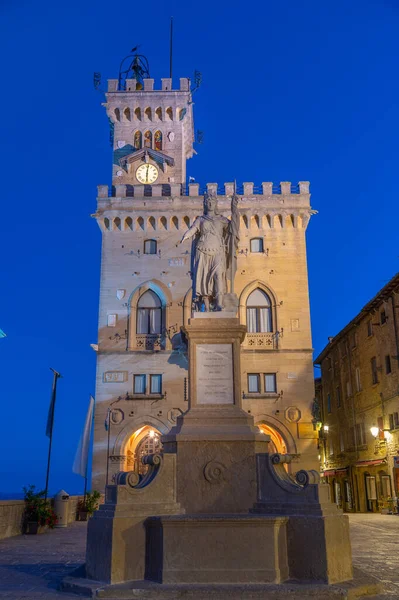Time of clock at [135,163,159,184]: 6:01
